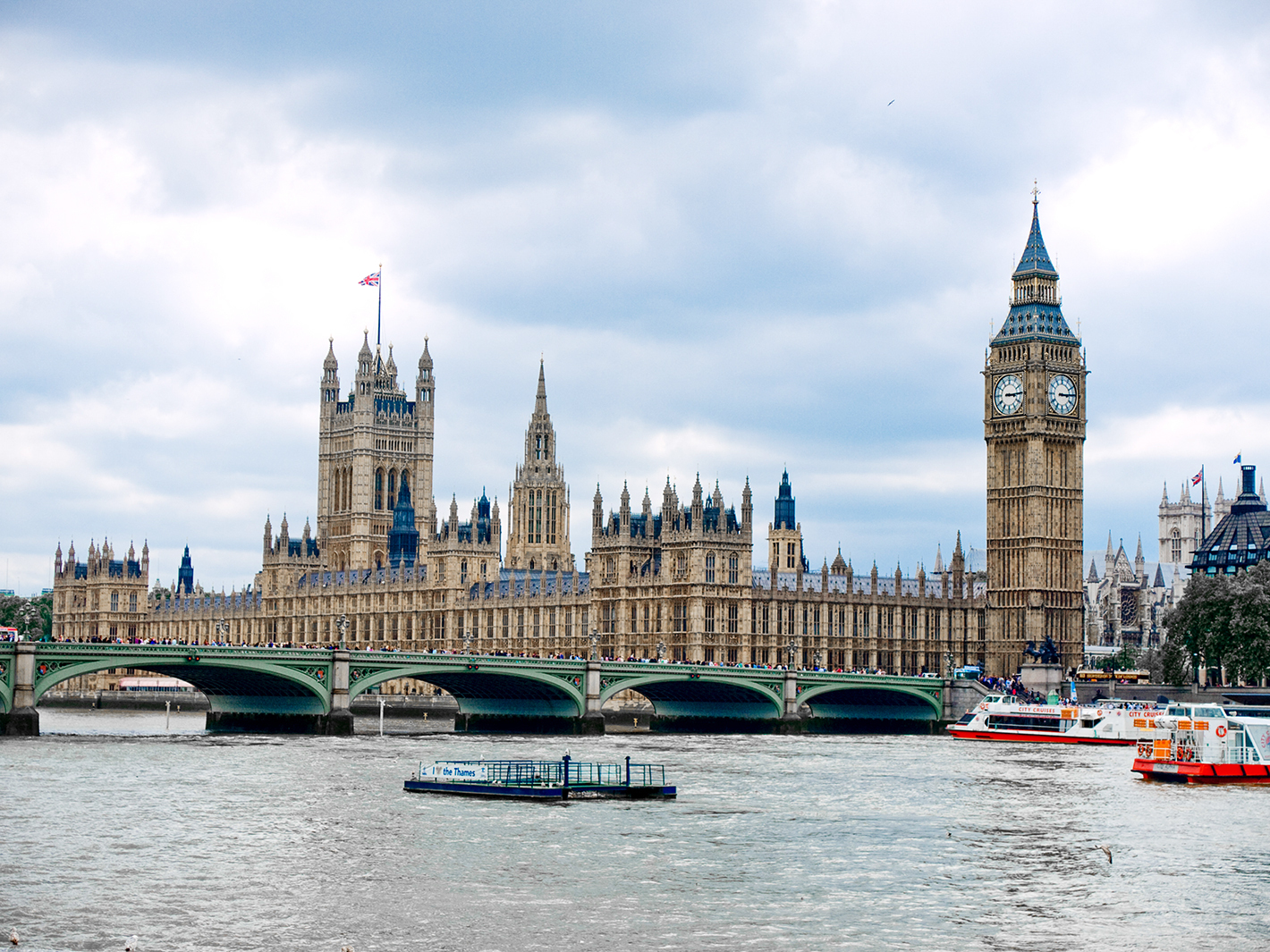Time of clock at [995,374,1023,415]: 3:14
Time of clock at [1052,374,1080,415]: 3:14
